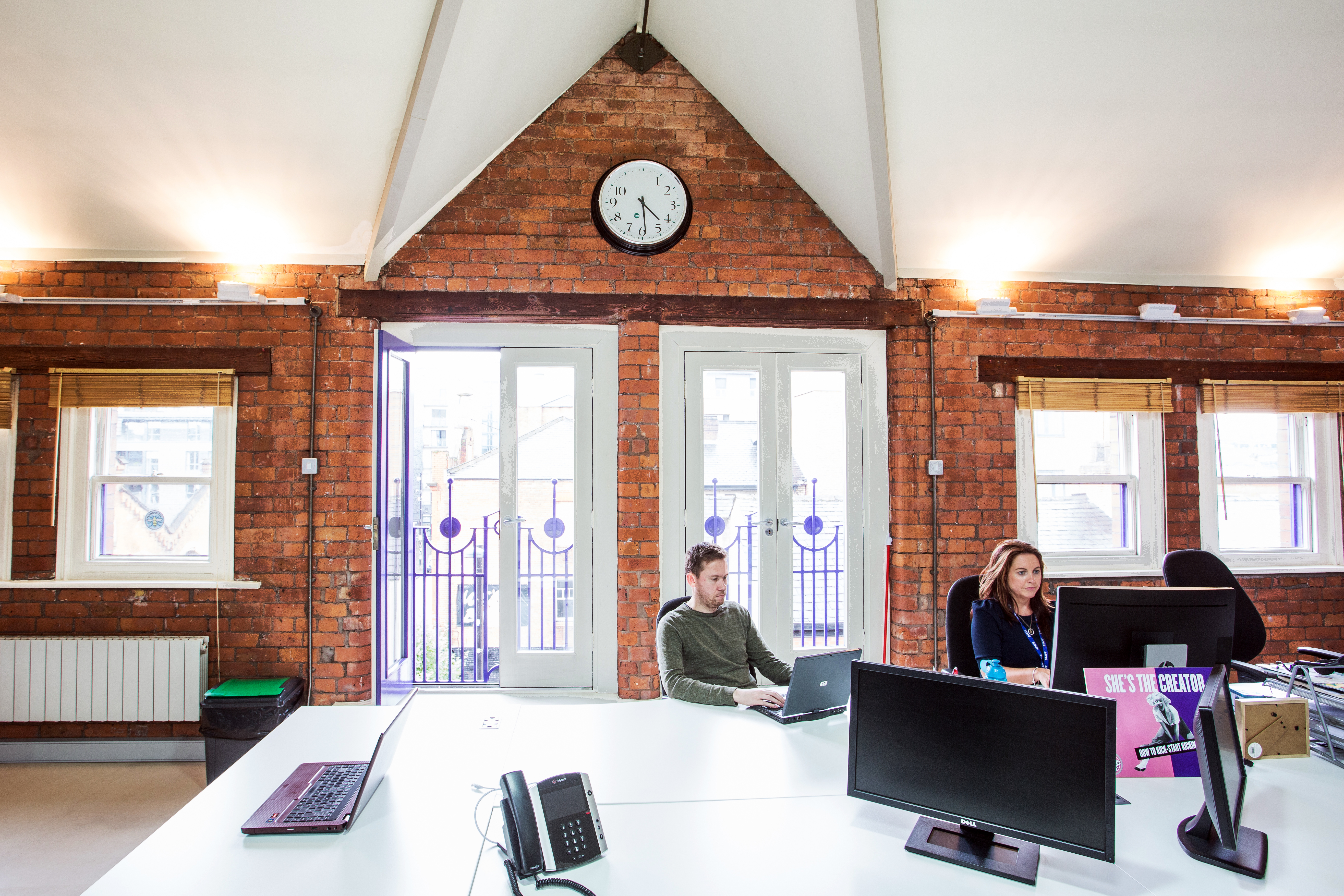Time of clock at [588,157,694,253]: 4:29
